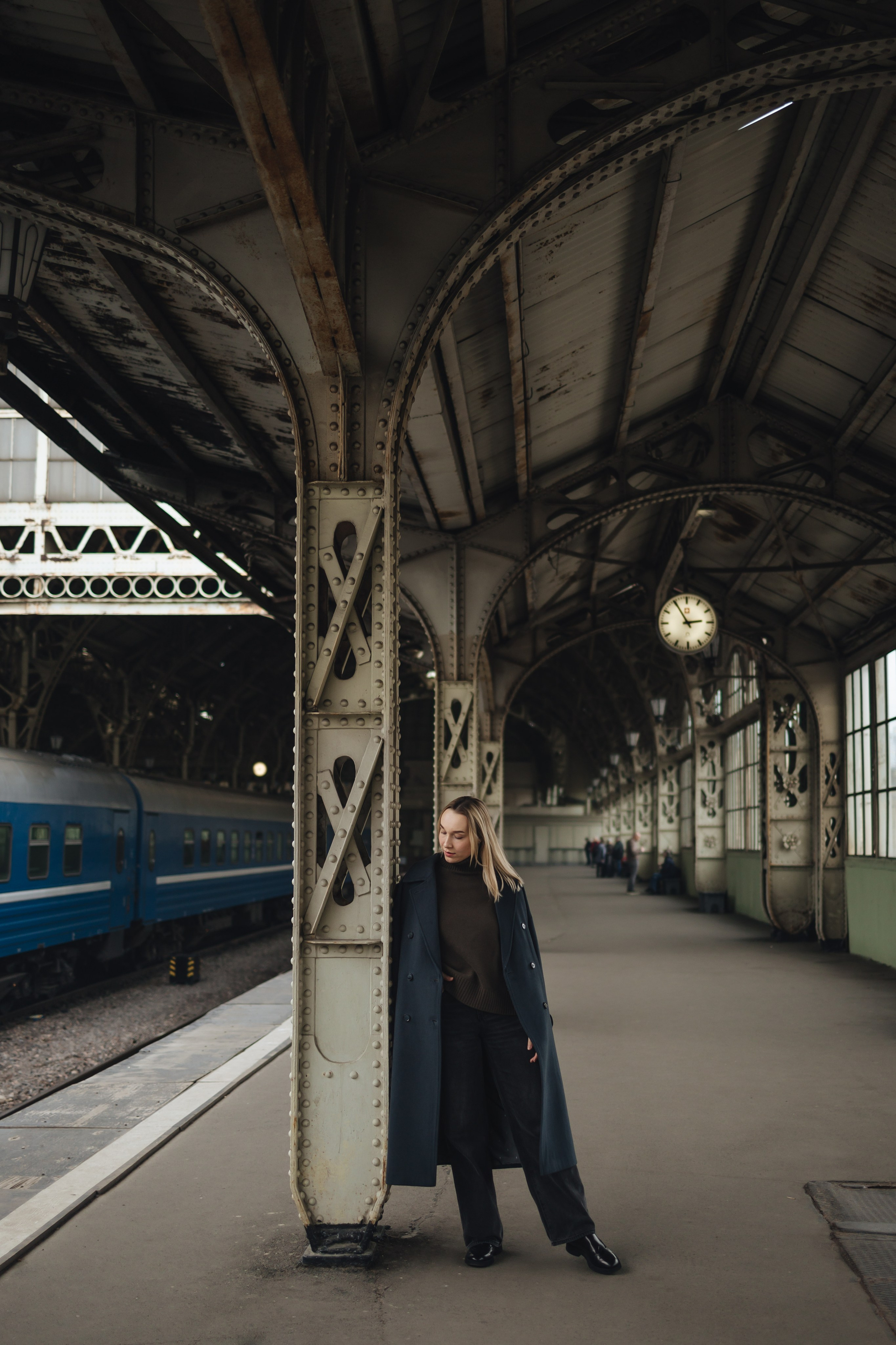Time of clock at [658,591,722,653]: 2:55
